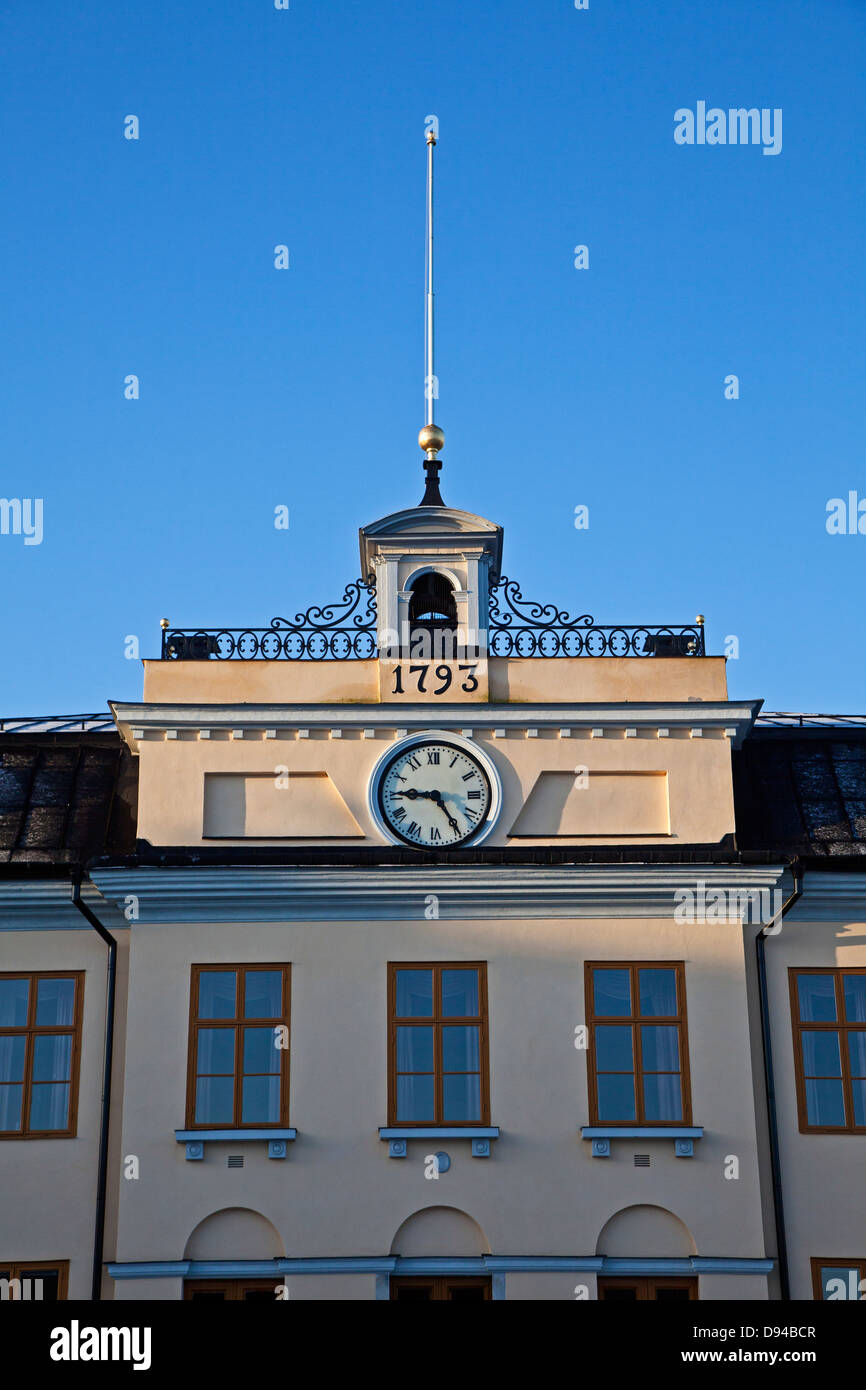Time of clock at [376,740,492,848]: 9:24
